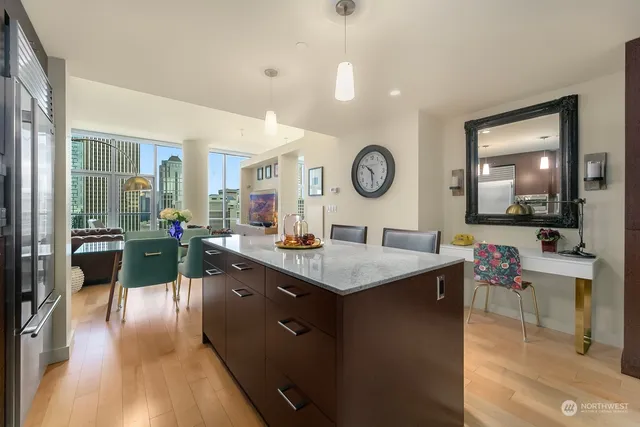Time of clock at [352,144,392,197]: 10:28
